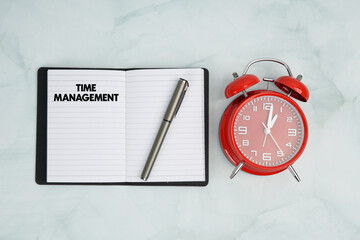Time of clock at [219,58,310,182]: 1:01
